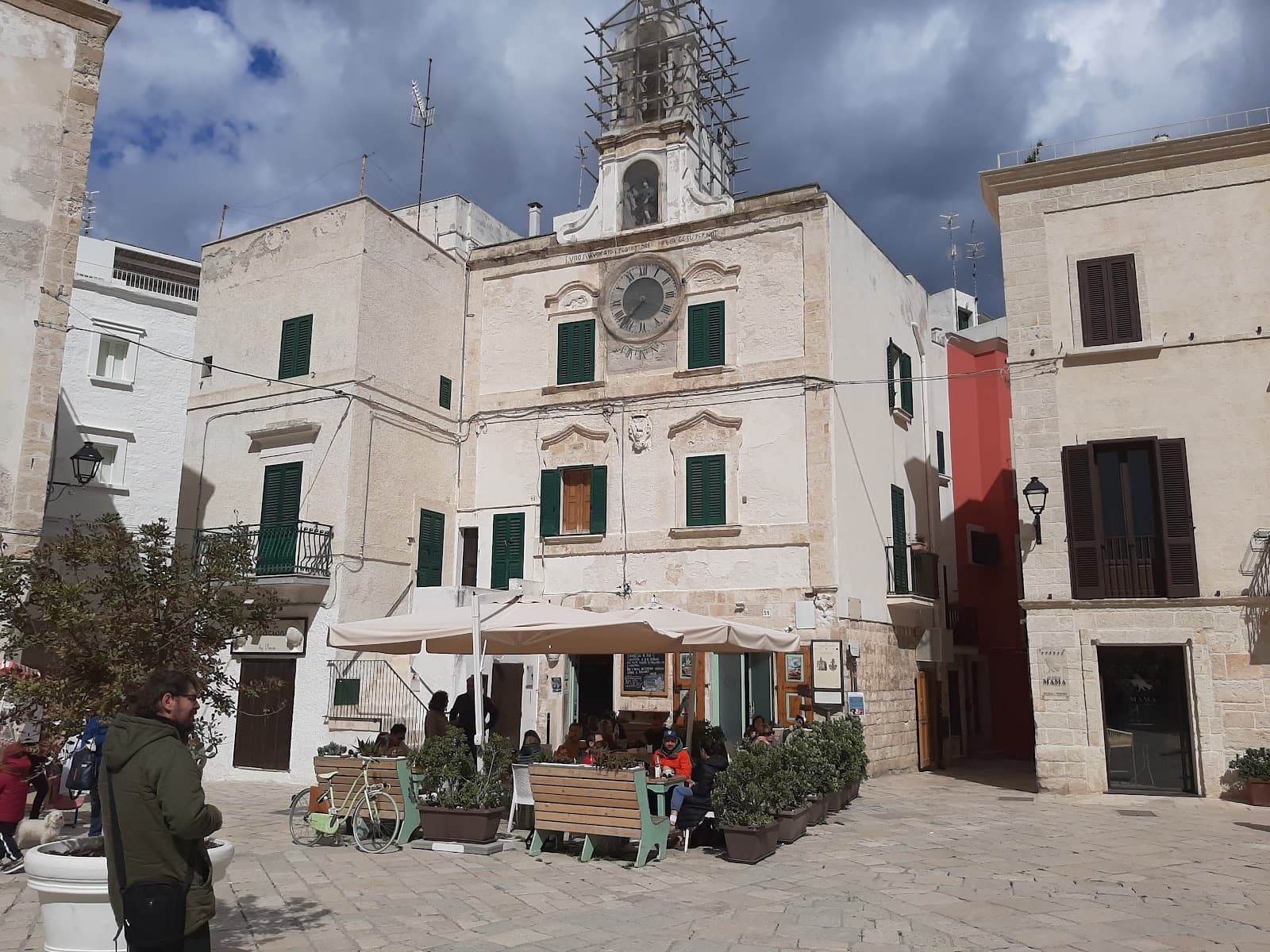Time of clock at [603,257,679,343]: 7:18
